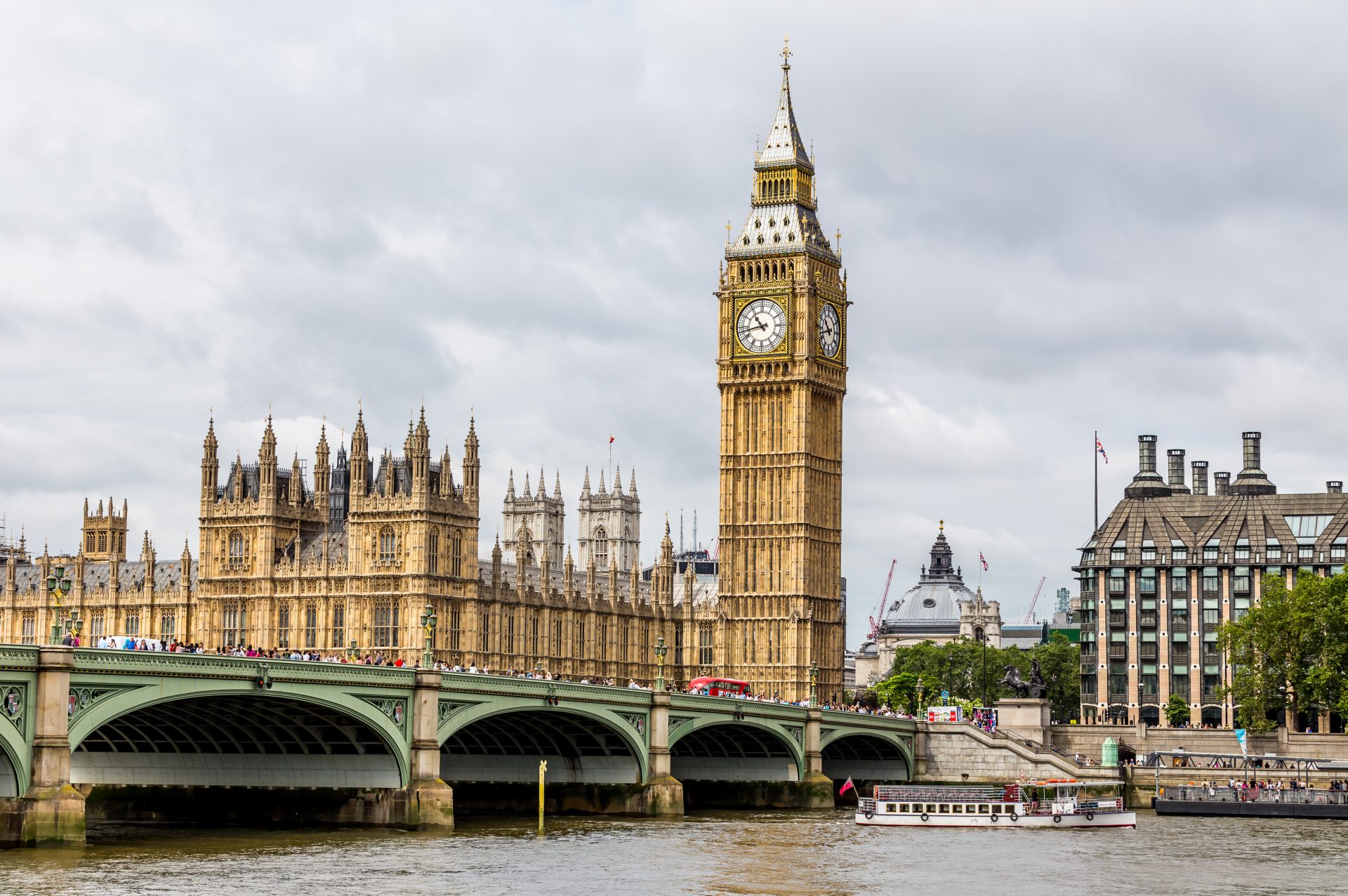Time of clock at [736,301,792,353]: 10:42
